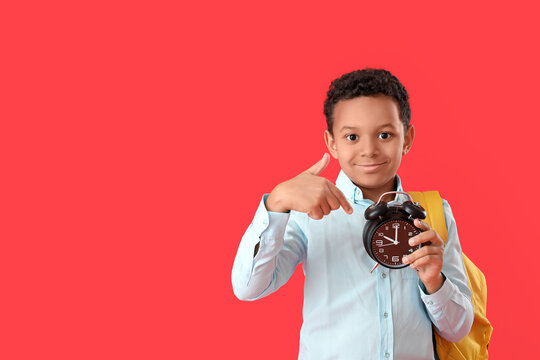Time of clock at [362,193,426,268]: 10:00
